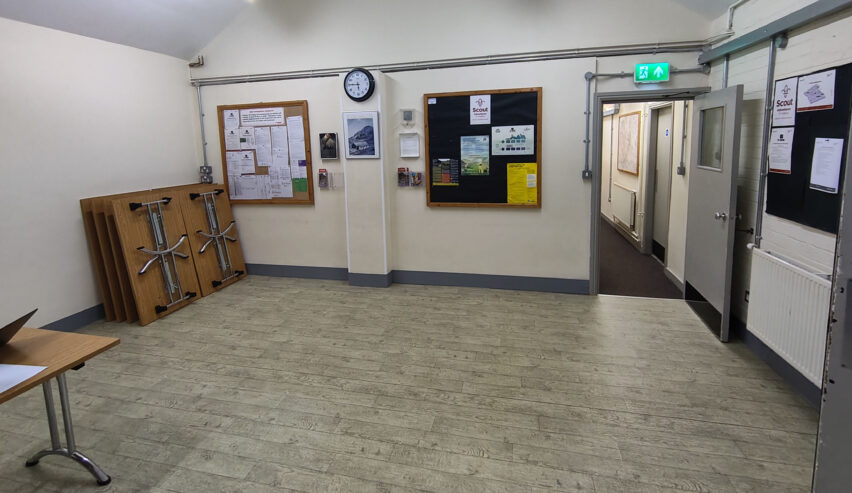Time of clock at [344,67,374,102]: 5:45
